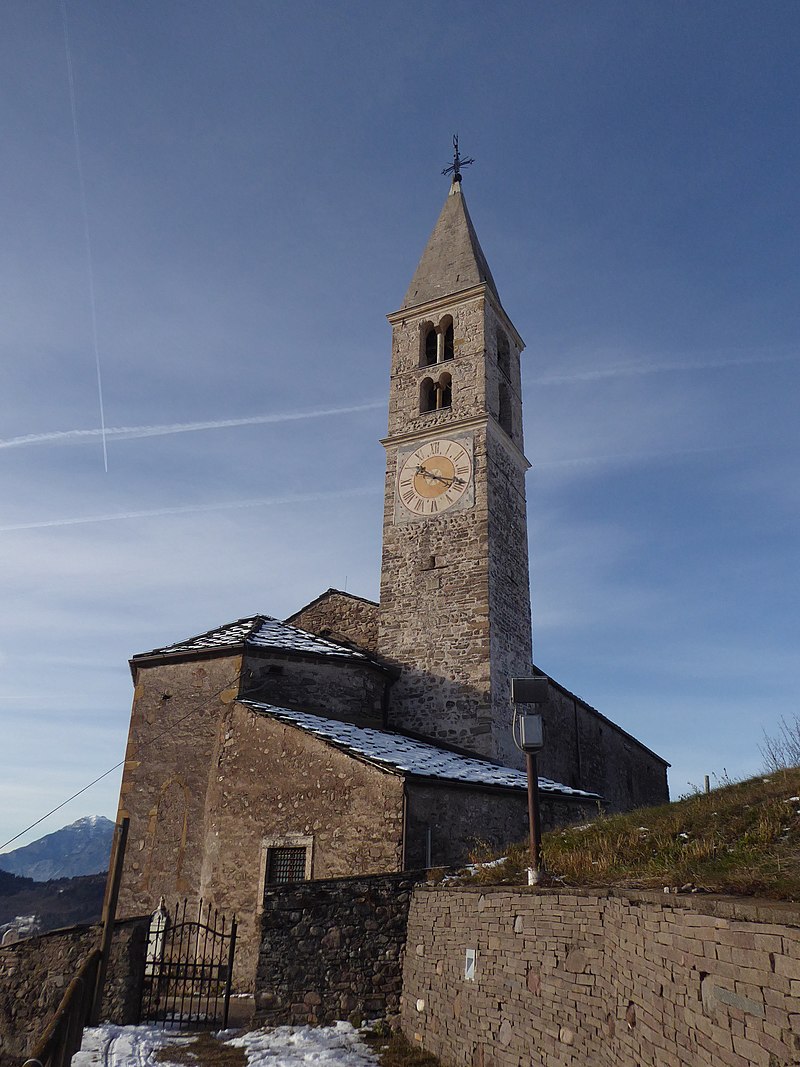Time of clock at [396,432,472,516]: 10:18
